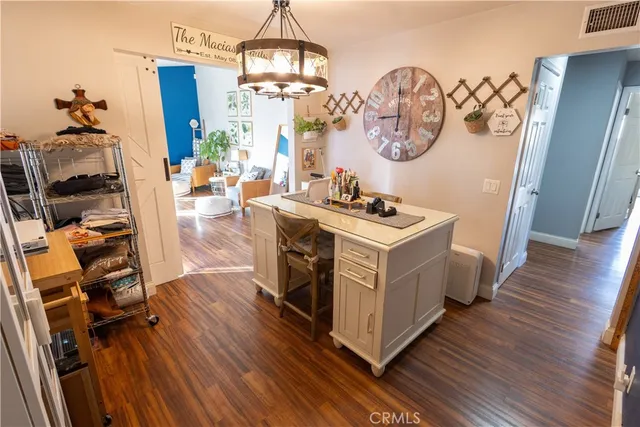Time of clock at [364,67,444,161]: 8:59
